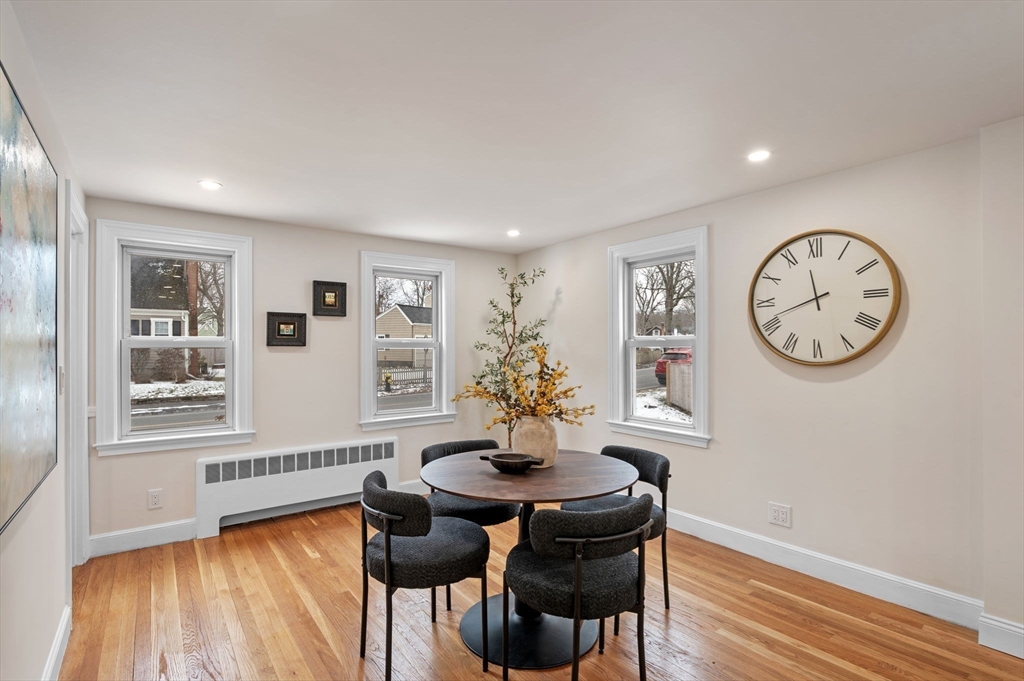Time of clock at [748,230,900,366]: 11:41
